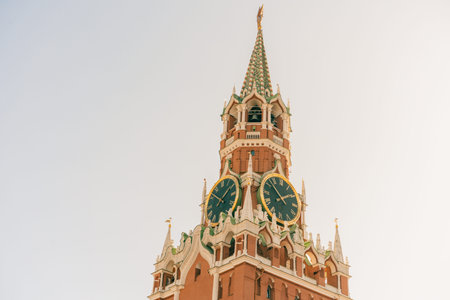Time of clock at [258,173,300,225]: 1:52
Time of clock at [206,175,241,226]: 1:51
